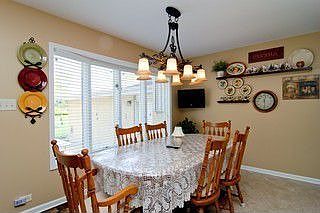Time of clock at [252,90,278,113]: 12:28
